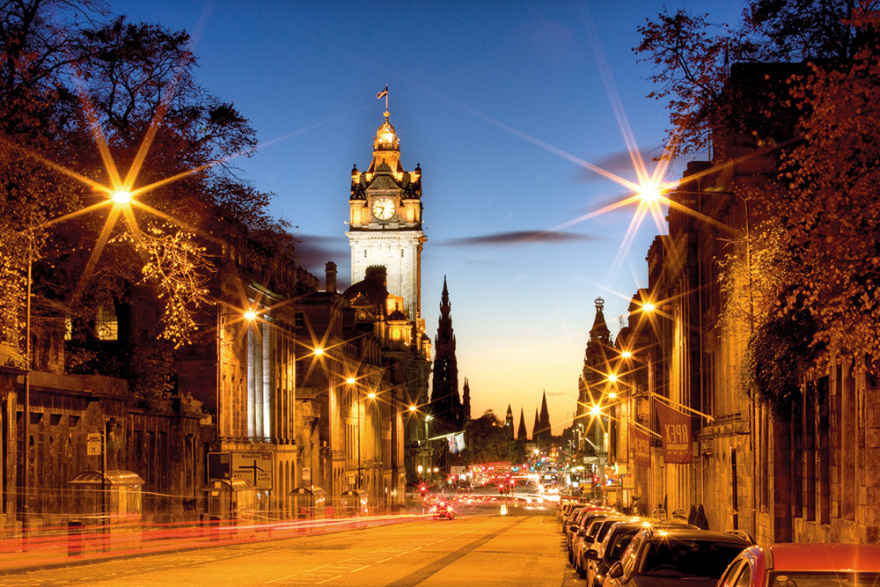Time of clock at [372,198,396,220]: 6:47
